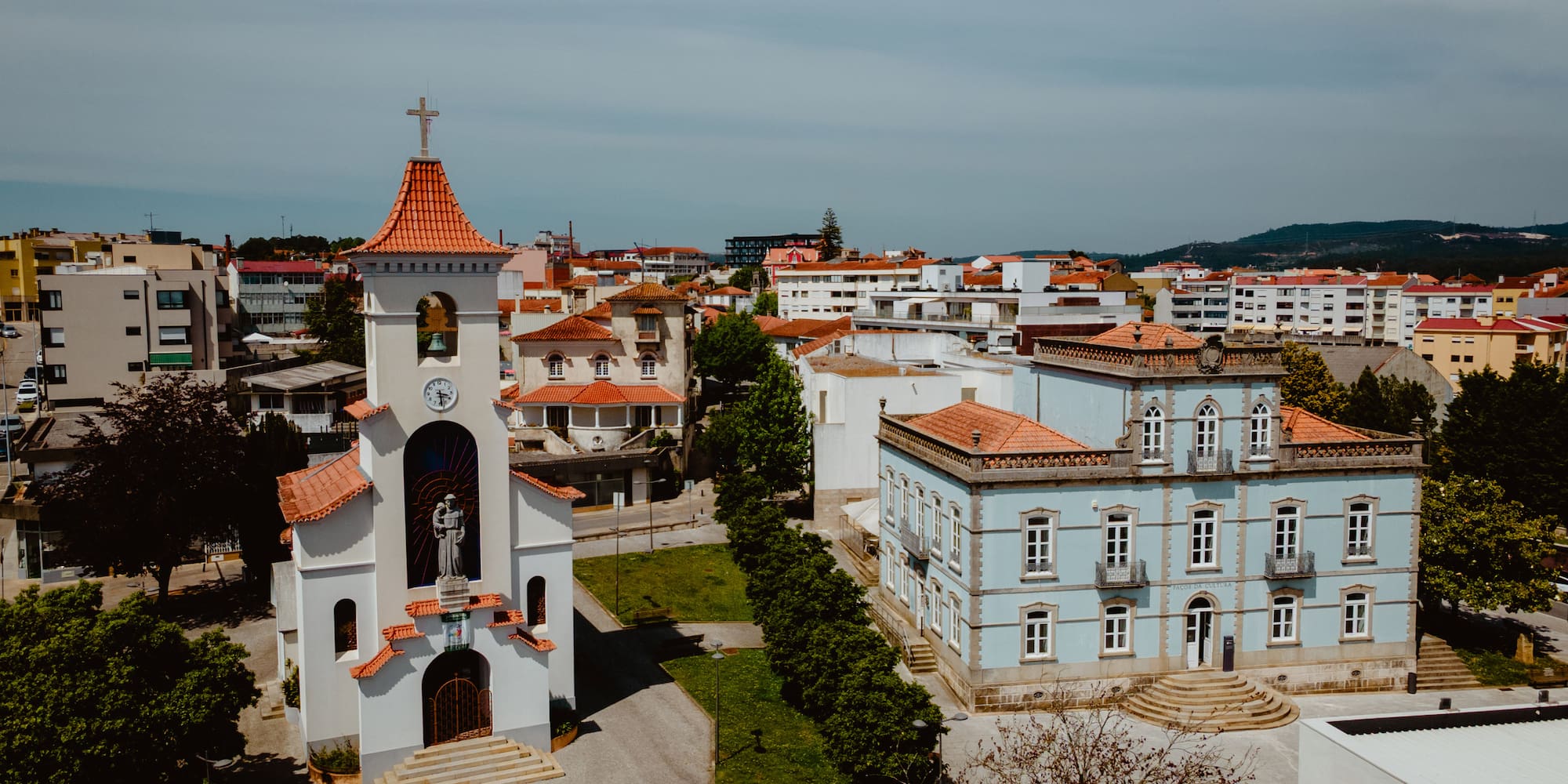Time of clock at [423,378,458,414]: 3:28
